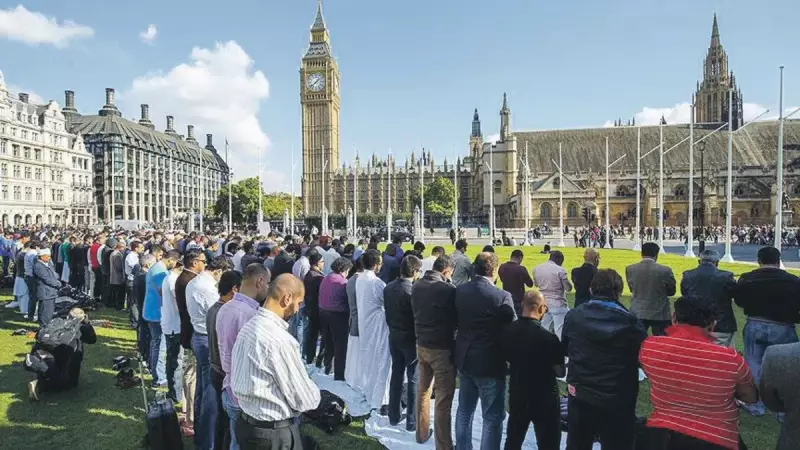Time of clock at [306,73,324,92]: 1:38
